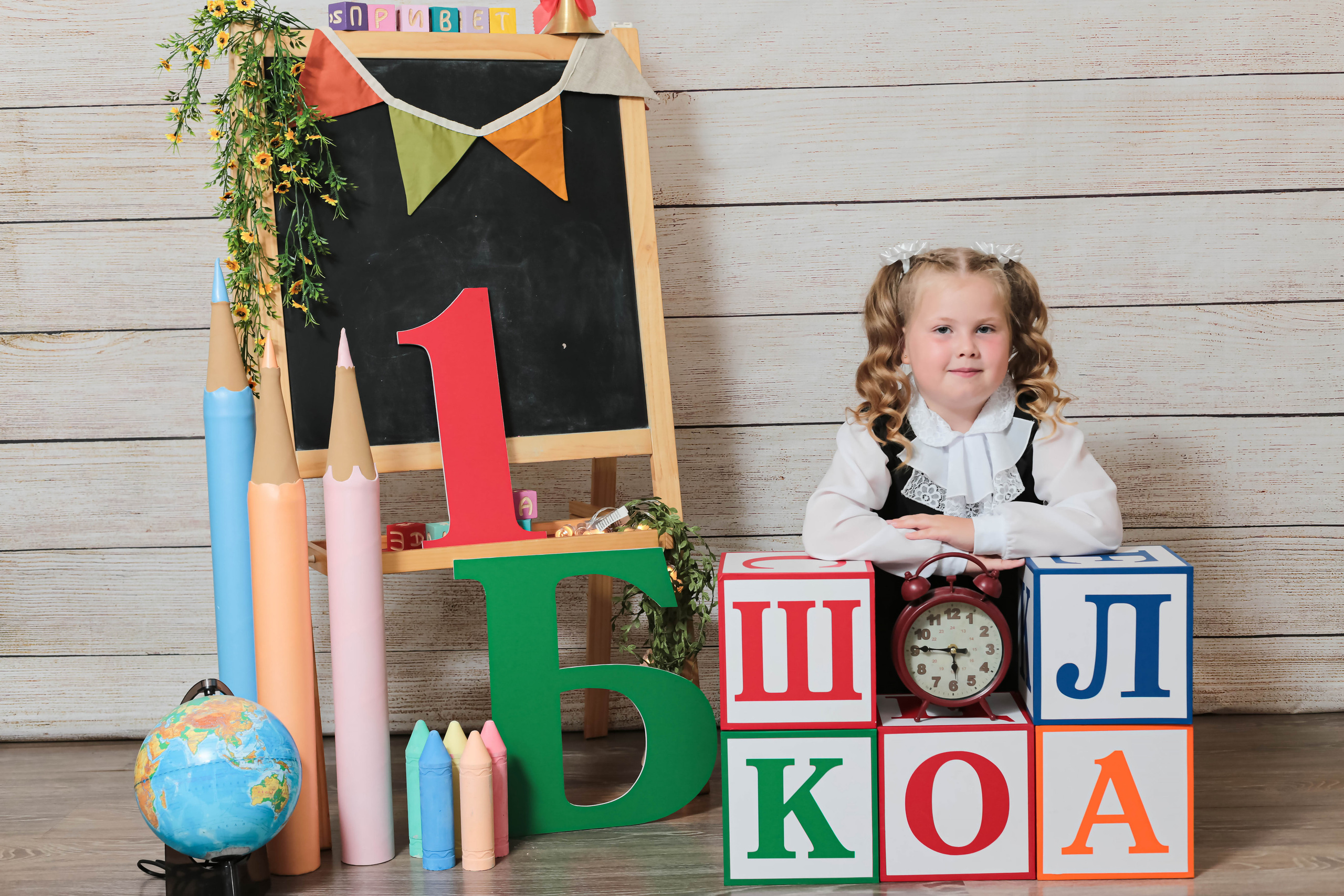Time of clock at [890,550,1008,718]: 5:46
